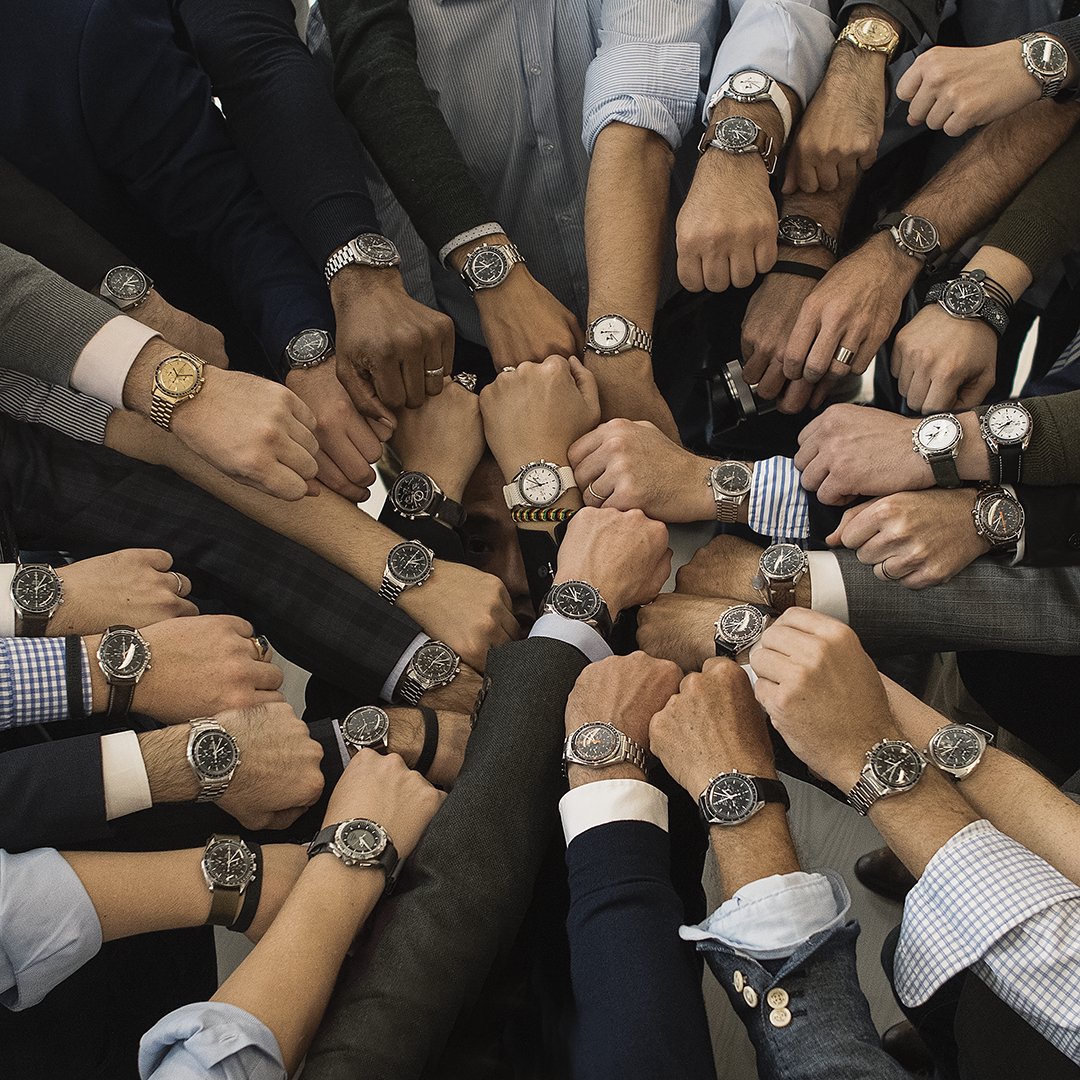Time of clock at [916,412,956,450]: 8:36
